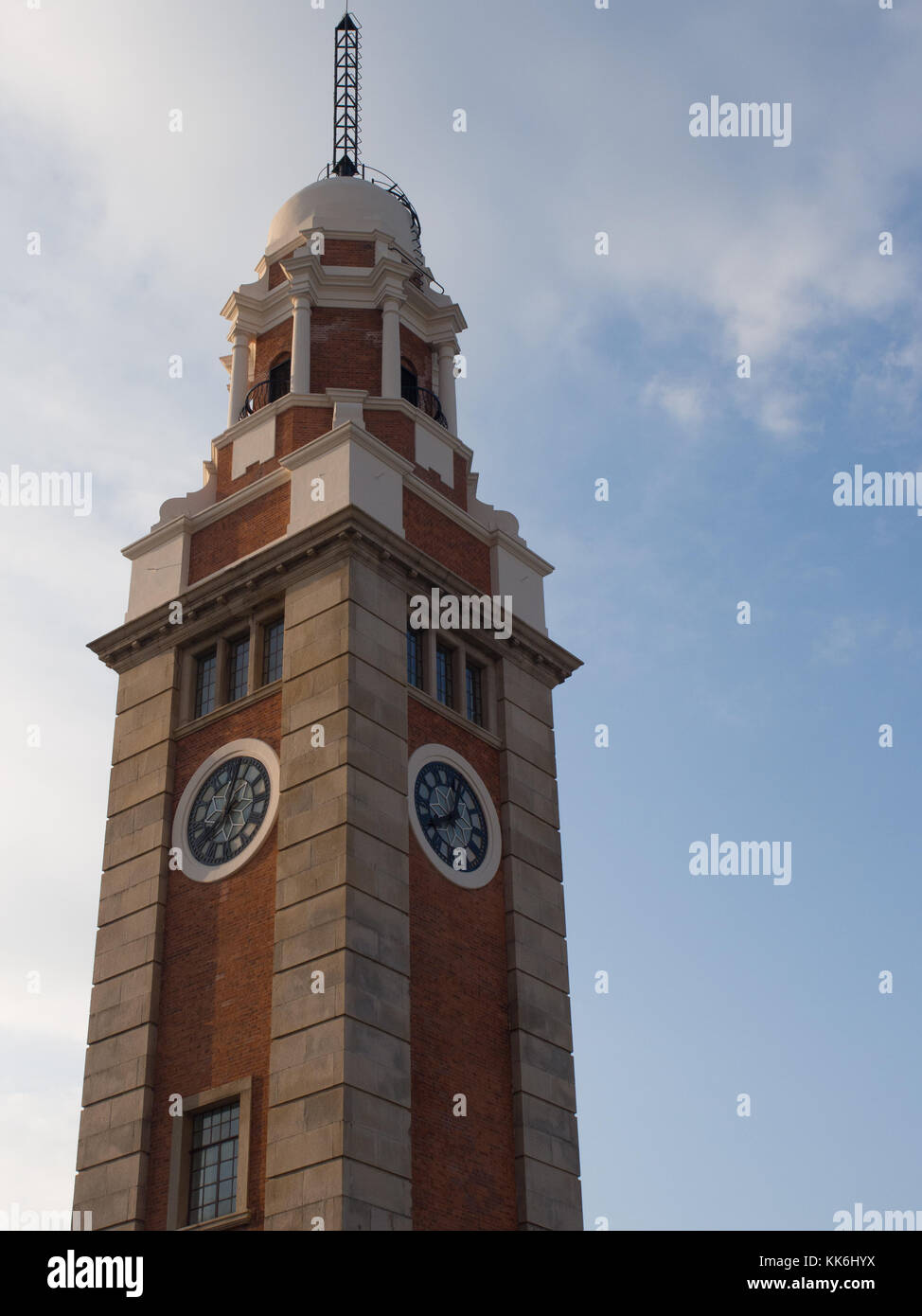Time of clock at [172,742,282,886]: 8:01
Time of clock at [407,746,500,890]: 12:40
